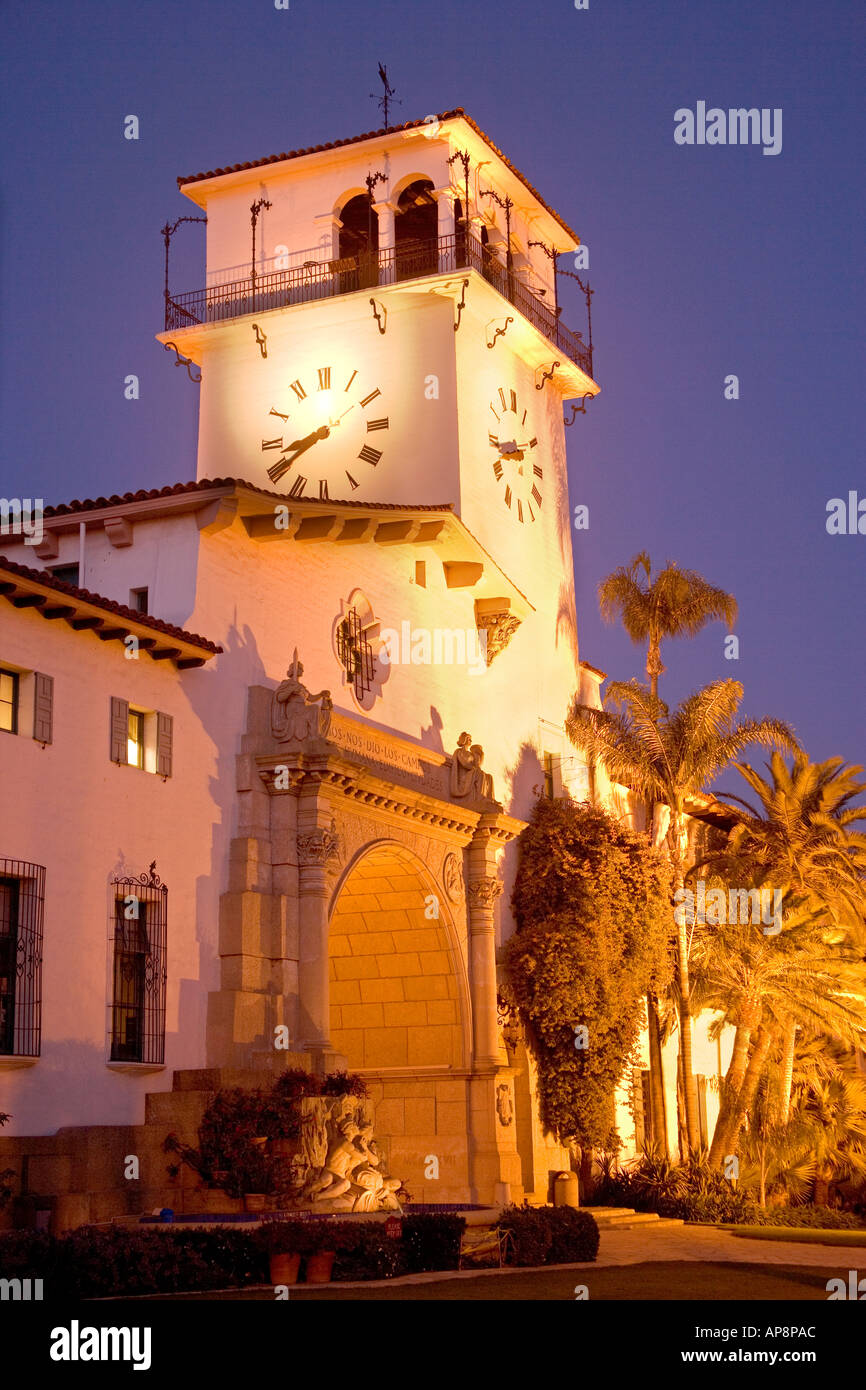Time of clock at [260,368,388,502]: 8:40
